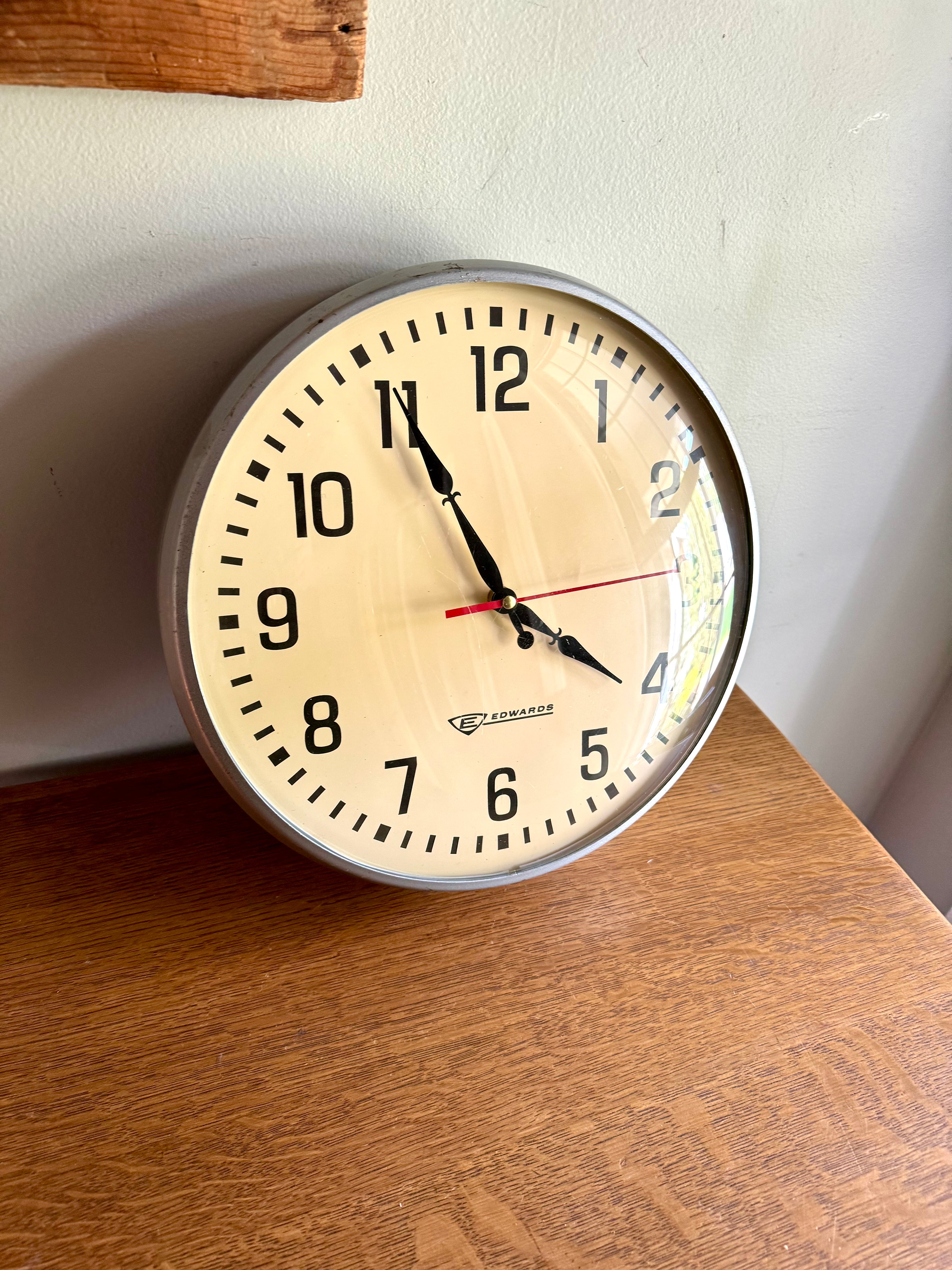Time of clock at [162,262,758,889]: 3:55
